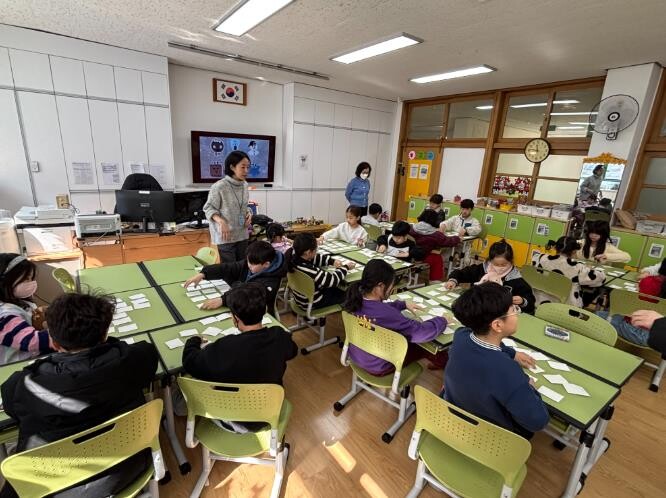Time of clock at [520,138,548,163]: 11:46
